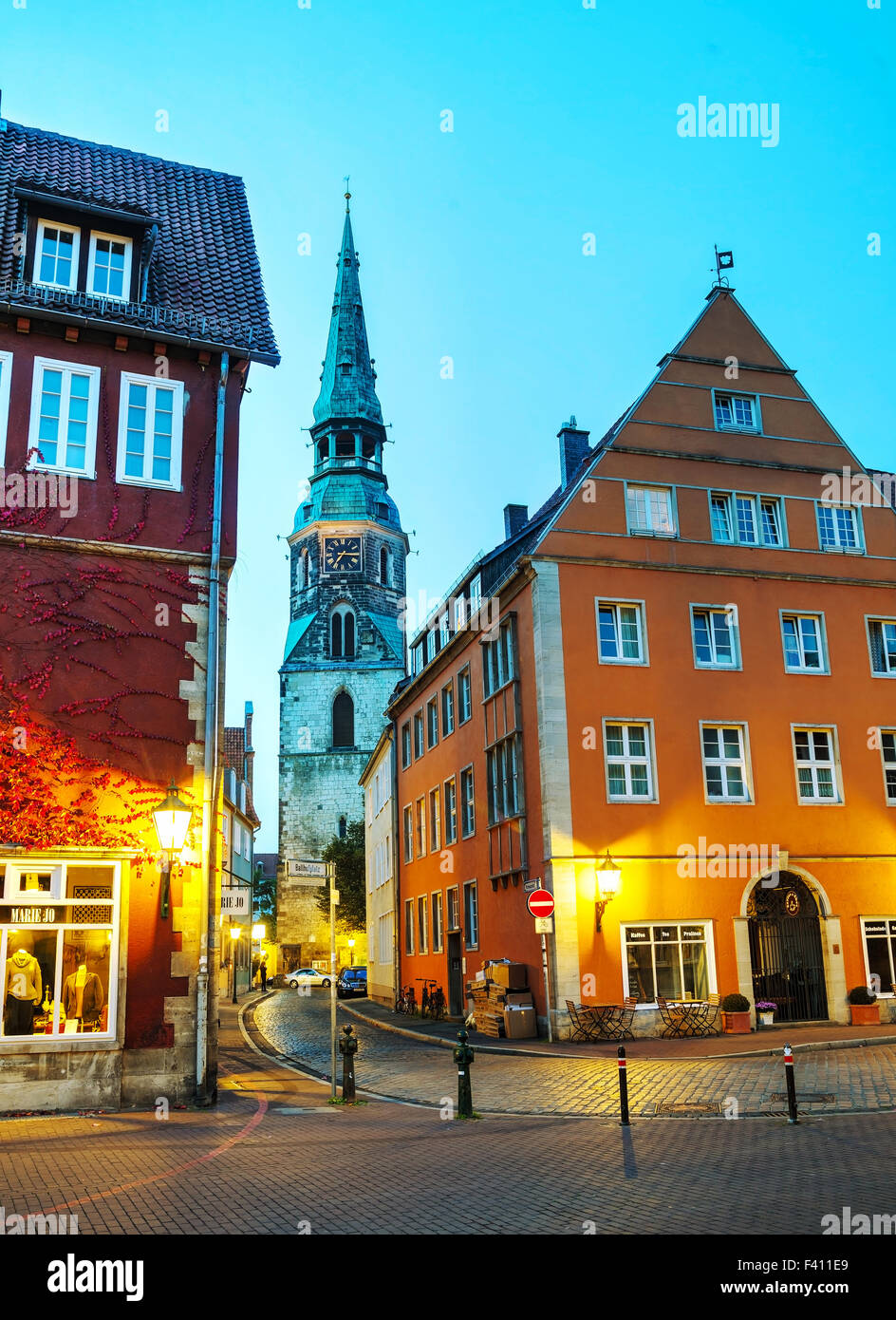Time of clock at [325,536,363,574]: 7:15
